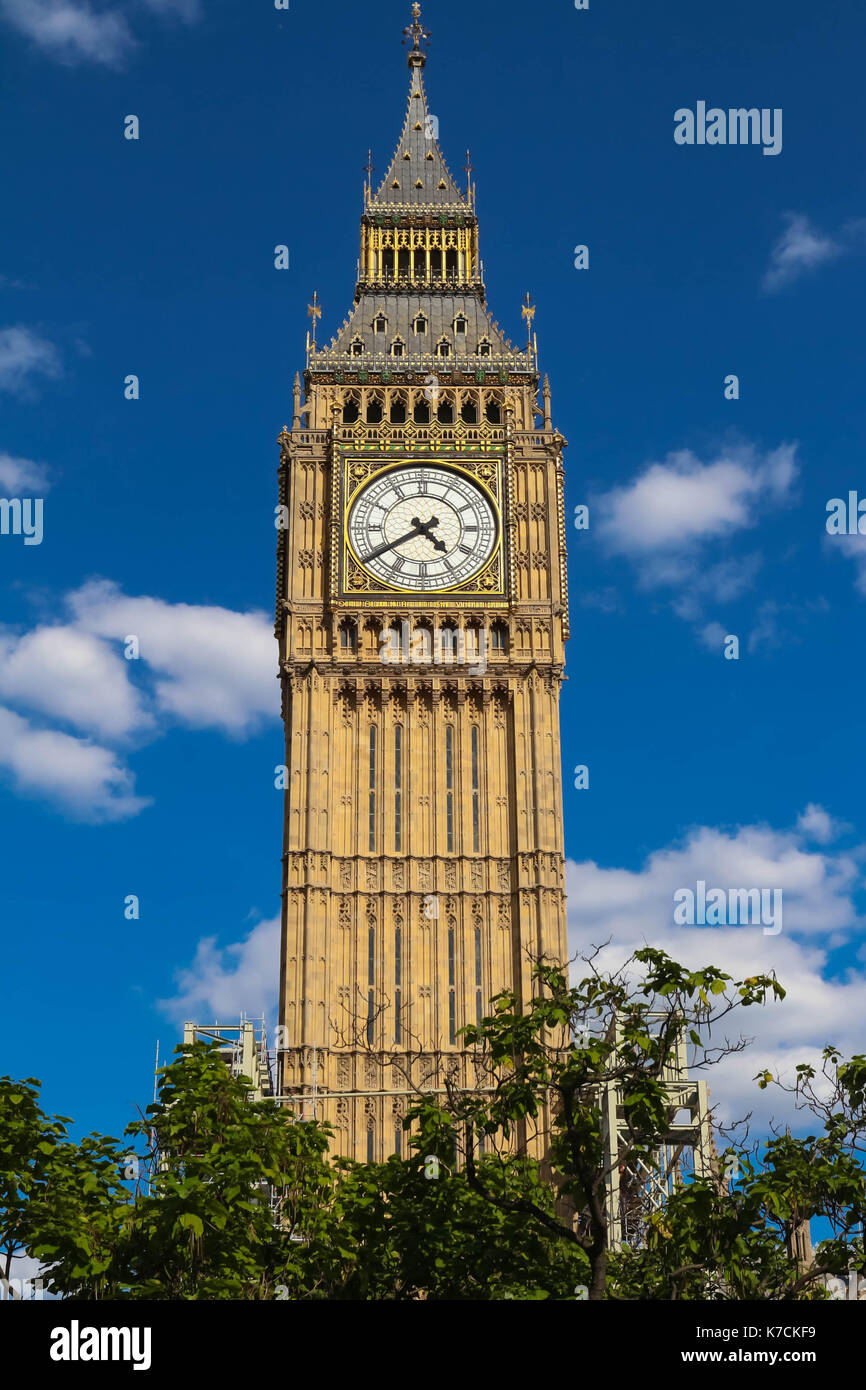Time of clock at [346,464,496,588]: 4:39
